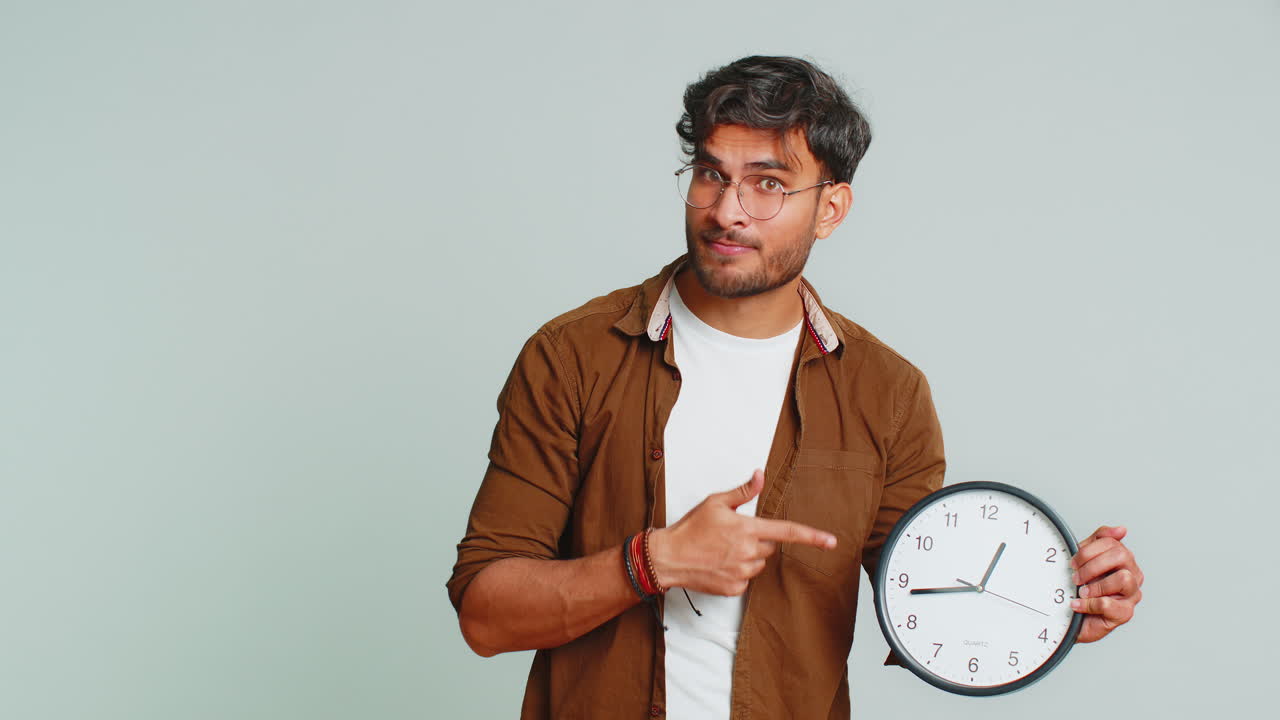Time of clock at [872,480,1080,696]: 12:43
